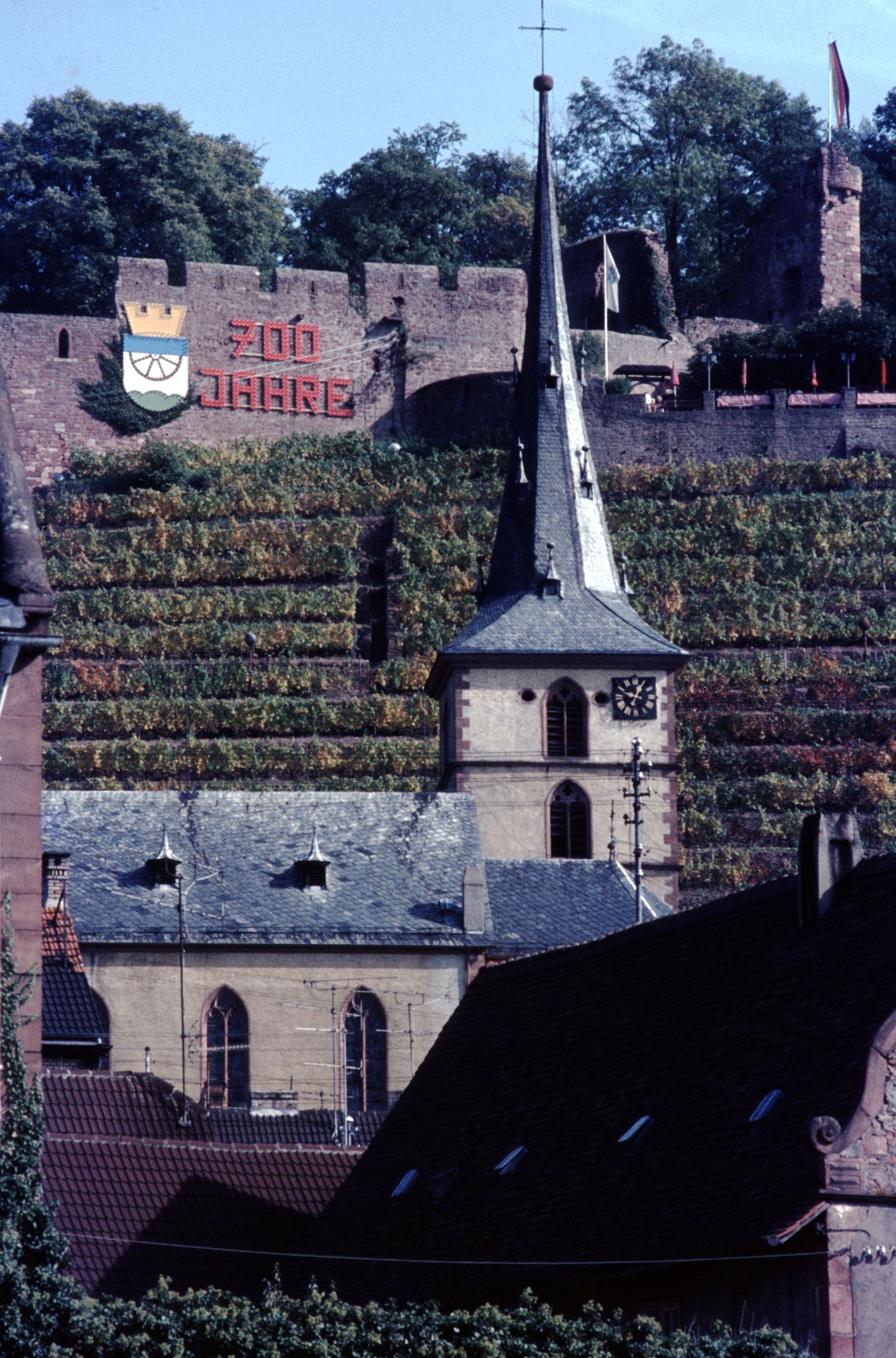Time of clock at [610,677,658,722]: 12:48
